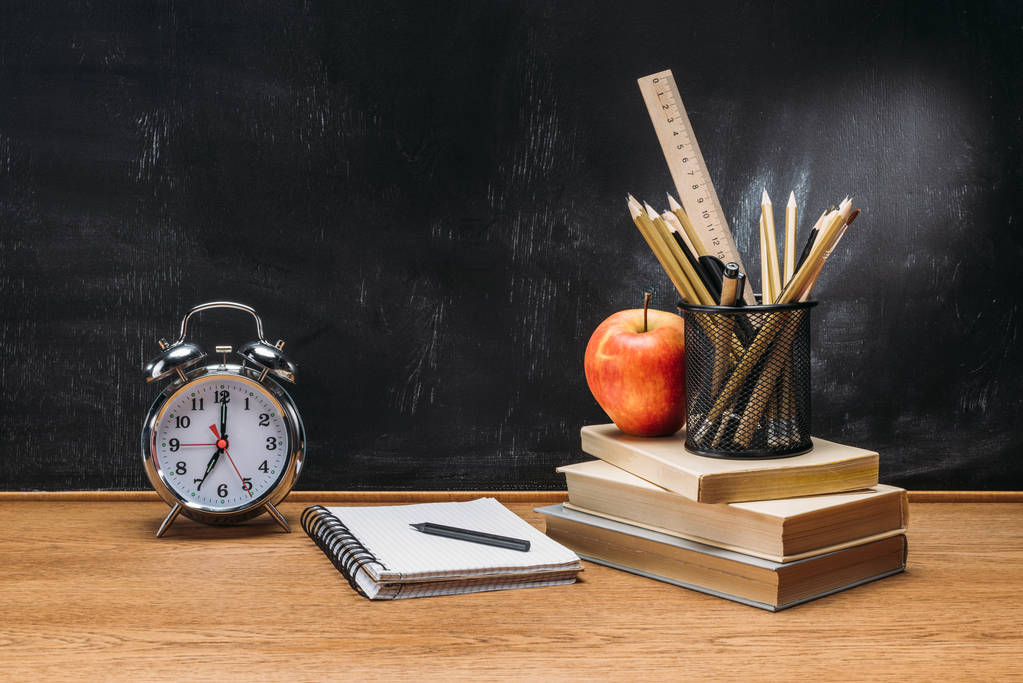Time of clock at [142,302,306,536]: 7:00
